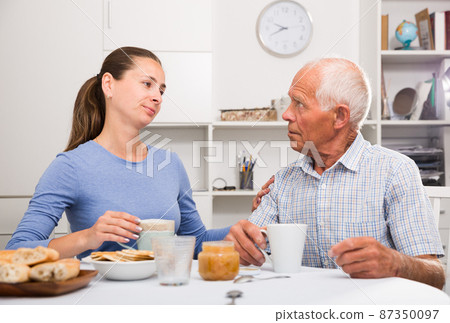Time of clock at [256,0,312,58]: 9:41
